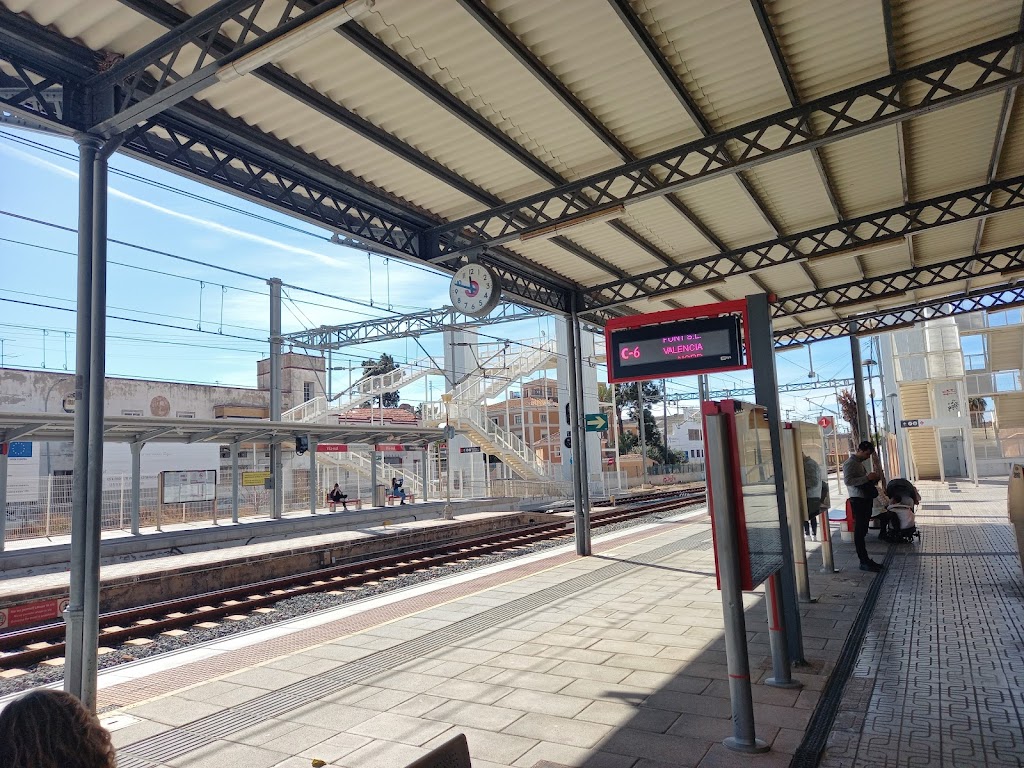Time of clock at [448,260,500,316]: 11:48
